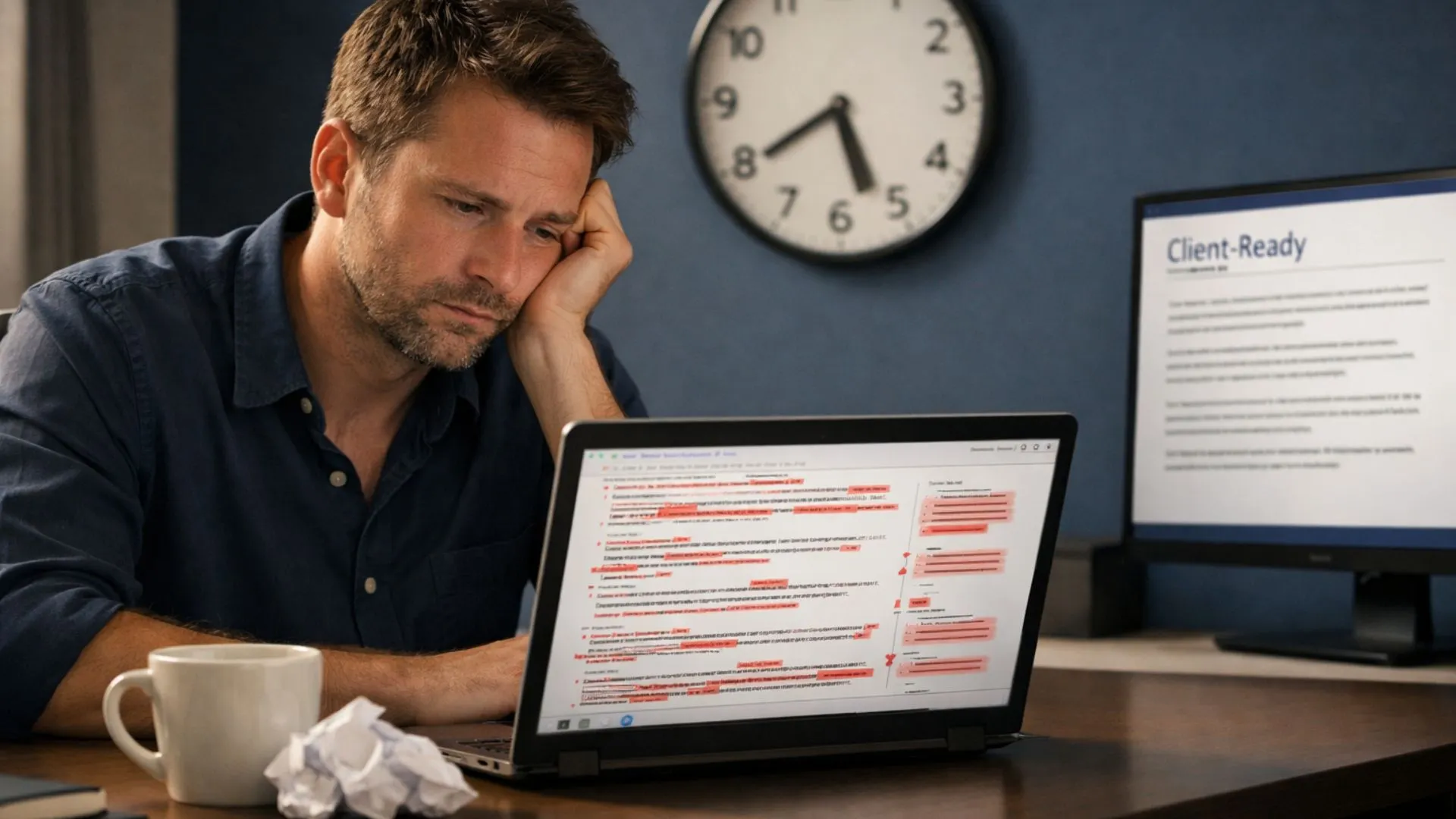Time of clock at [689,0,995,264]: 5:39
